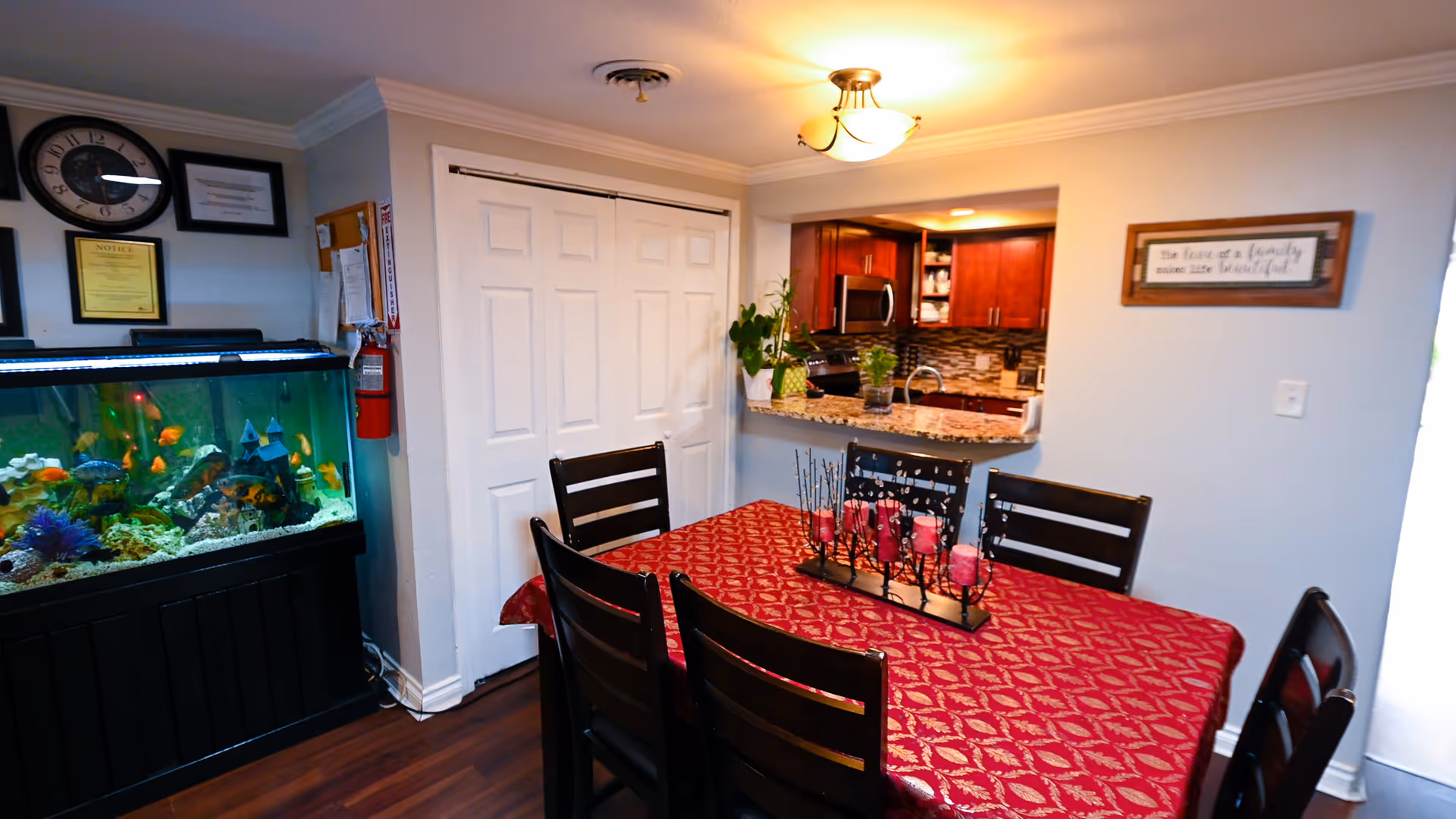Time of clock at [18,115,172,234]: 3:14
